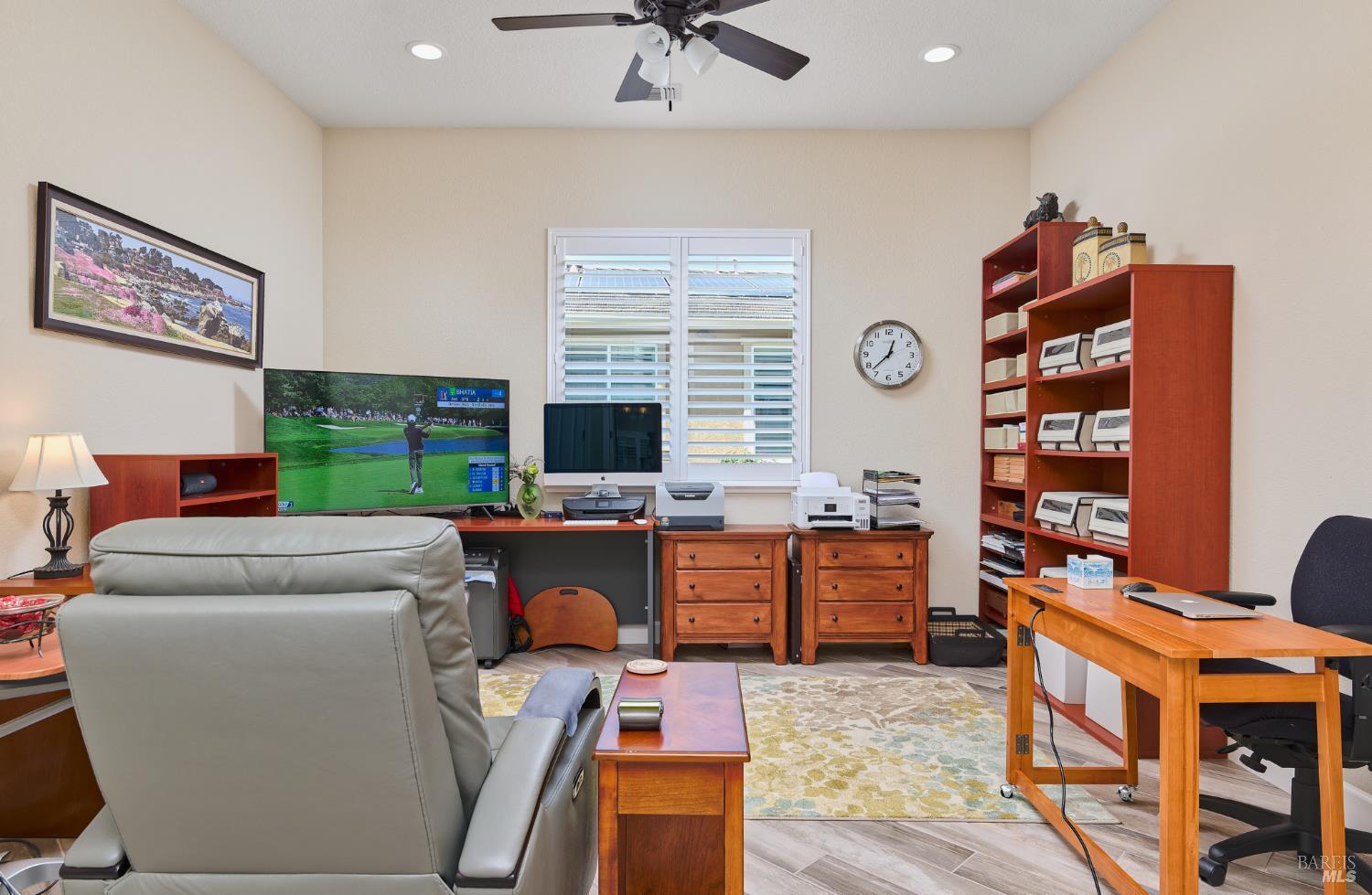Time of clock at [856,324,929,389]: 12:37
